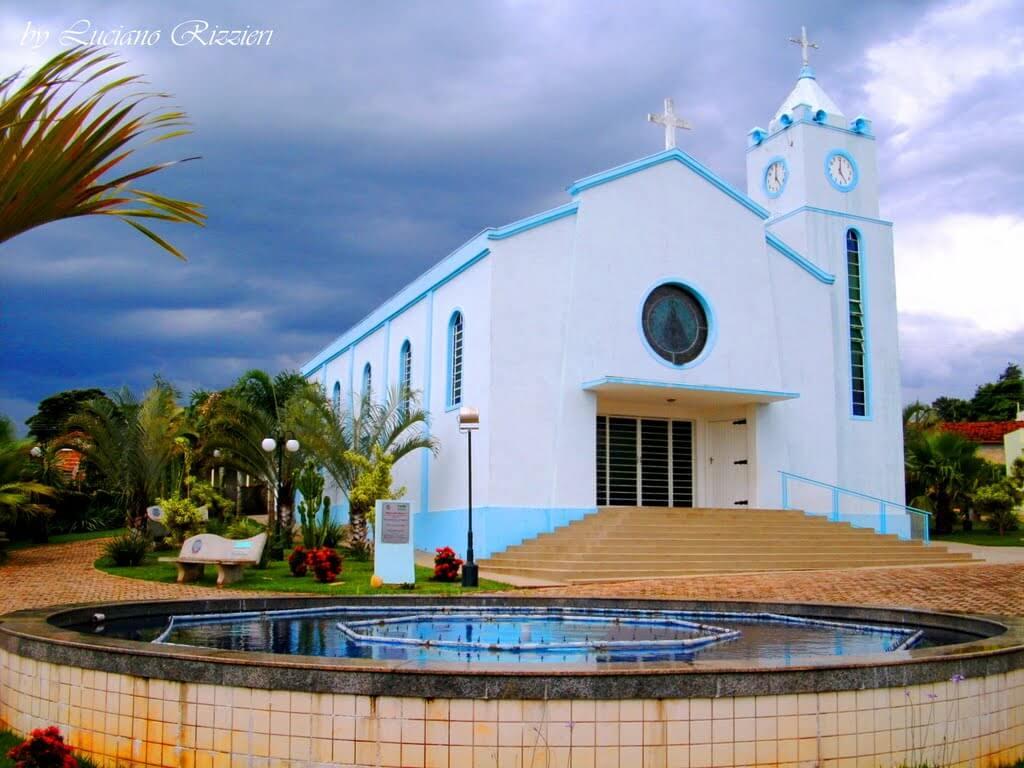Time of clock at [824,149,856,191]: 5:01
